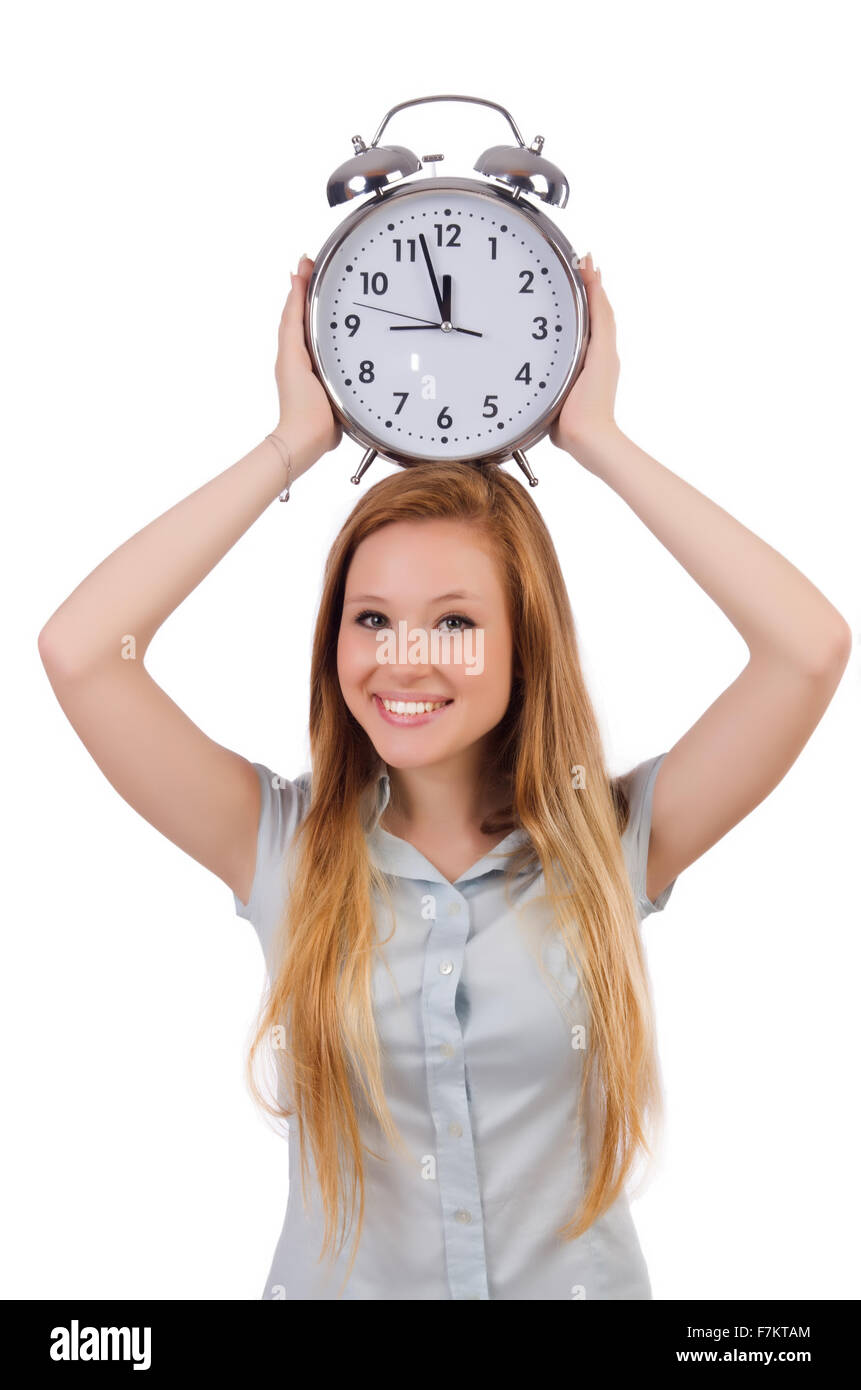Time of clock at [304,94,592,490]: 11:57
